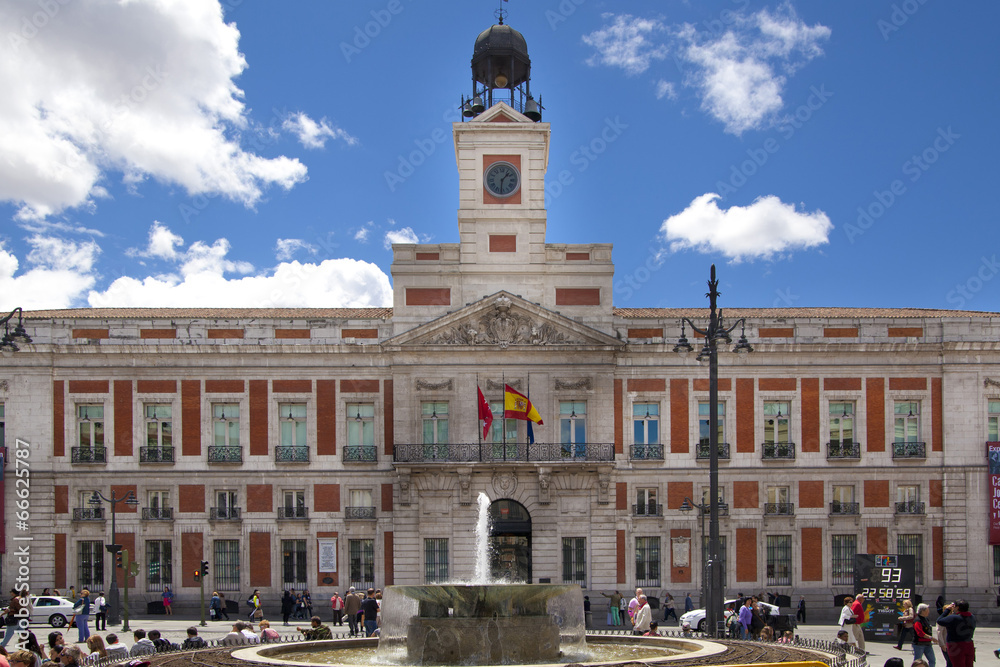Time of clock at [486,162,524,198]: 1:31
